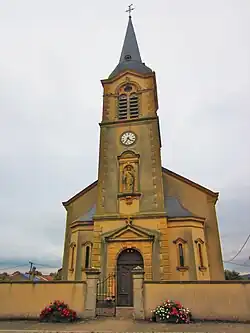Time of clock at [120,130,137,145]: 4:34
